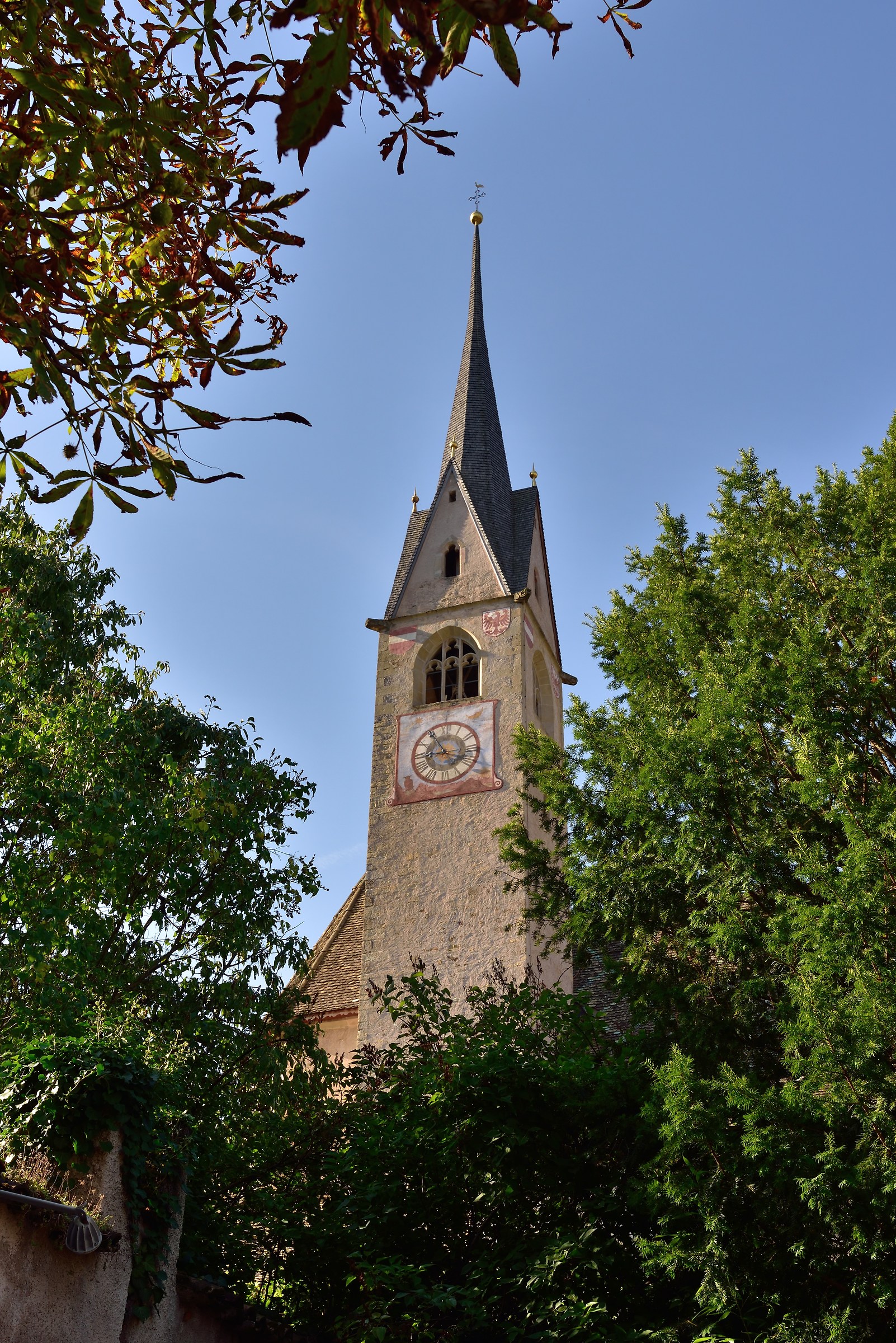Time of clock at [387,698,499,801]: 8:54
